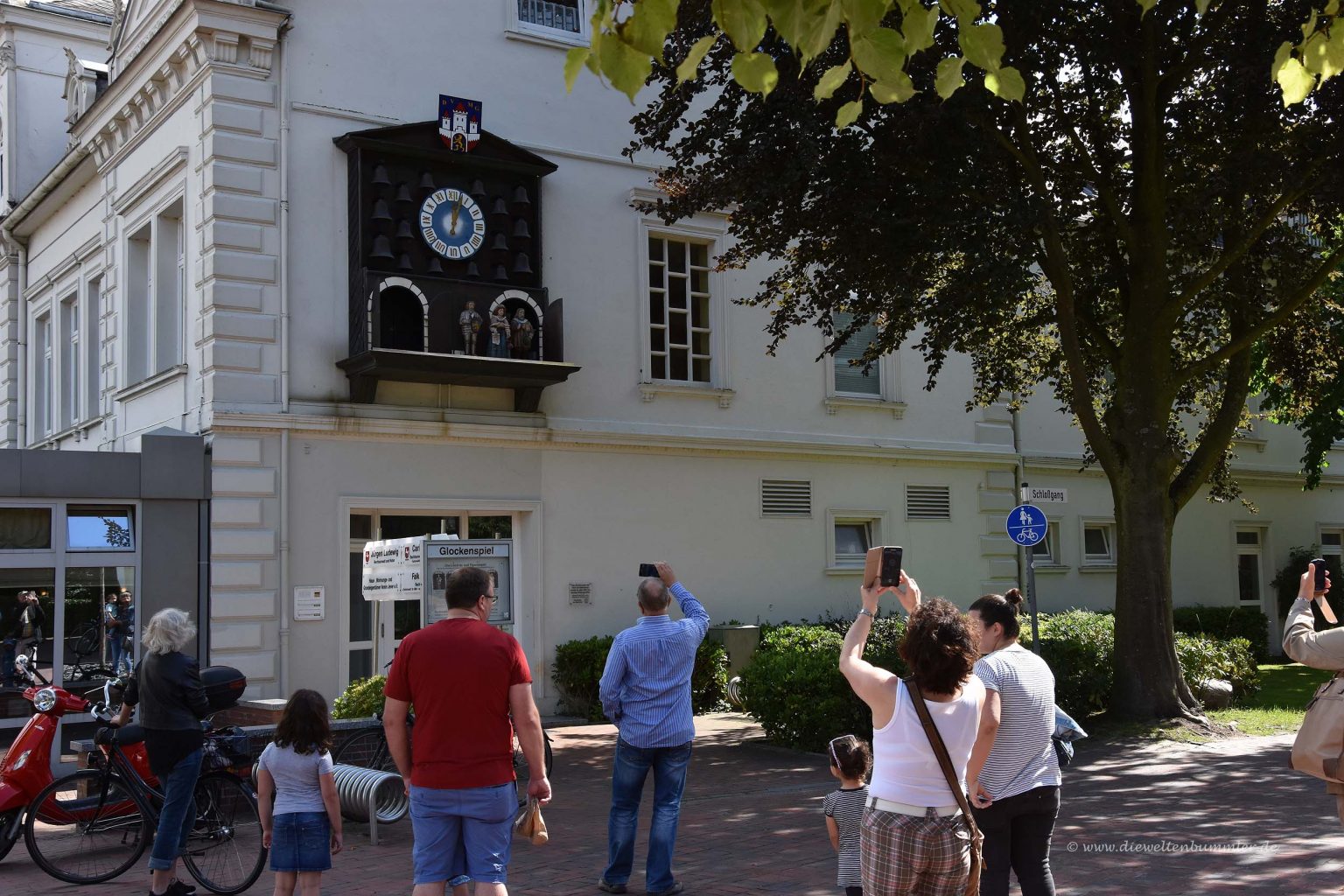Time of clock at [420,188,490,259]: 12:03
